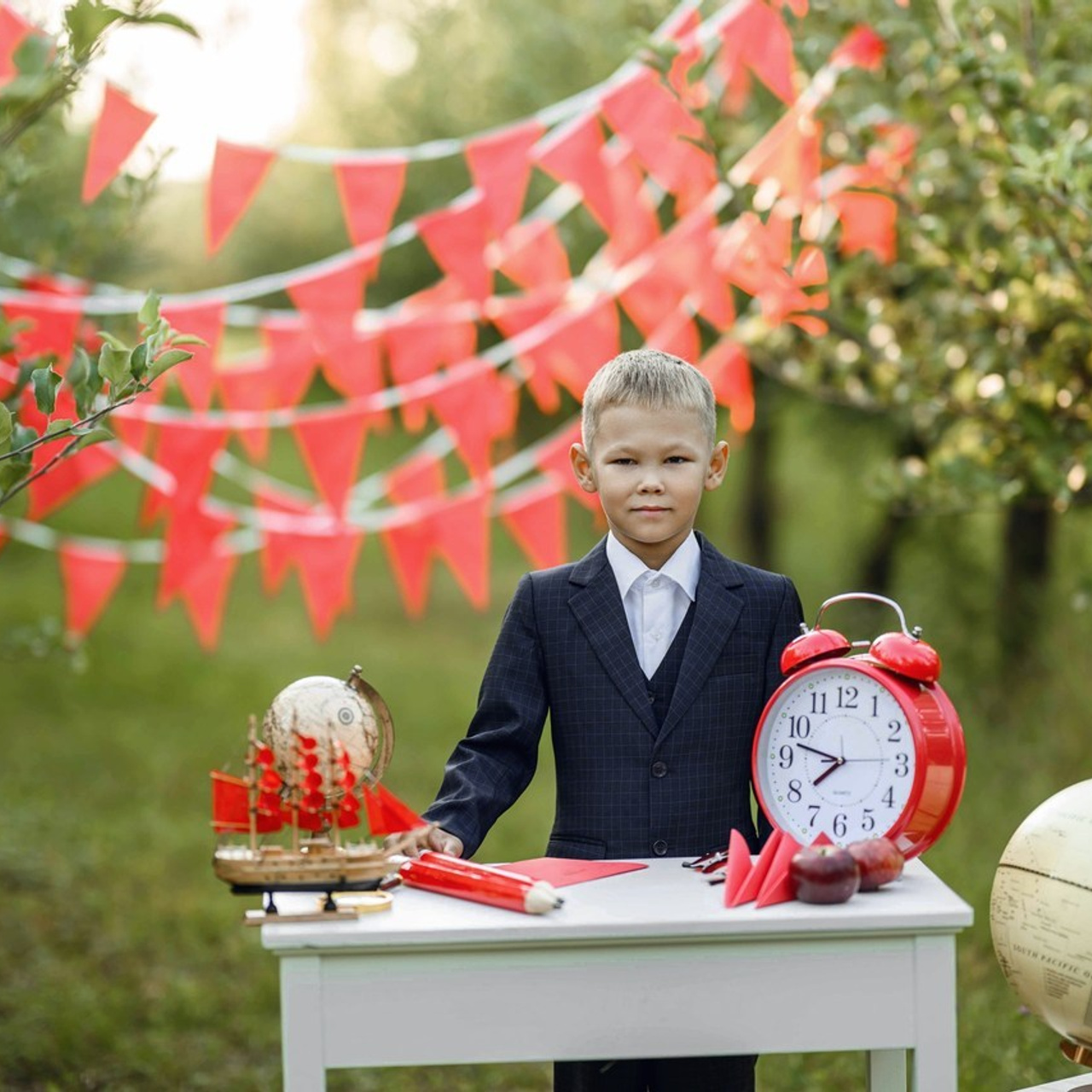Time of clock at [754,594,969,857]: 7:47
